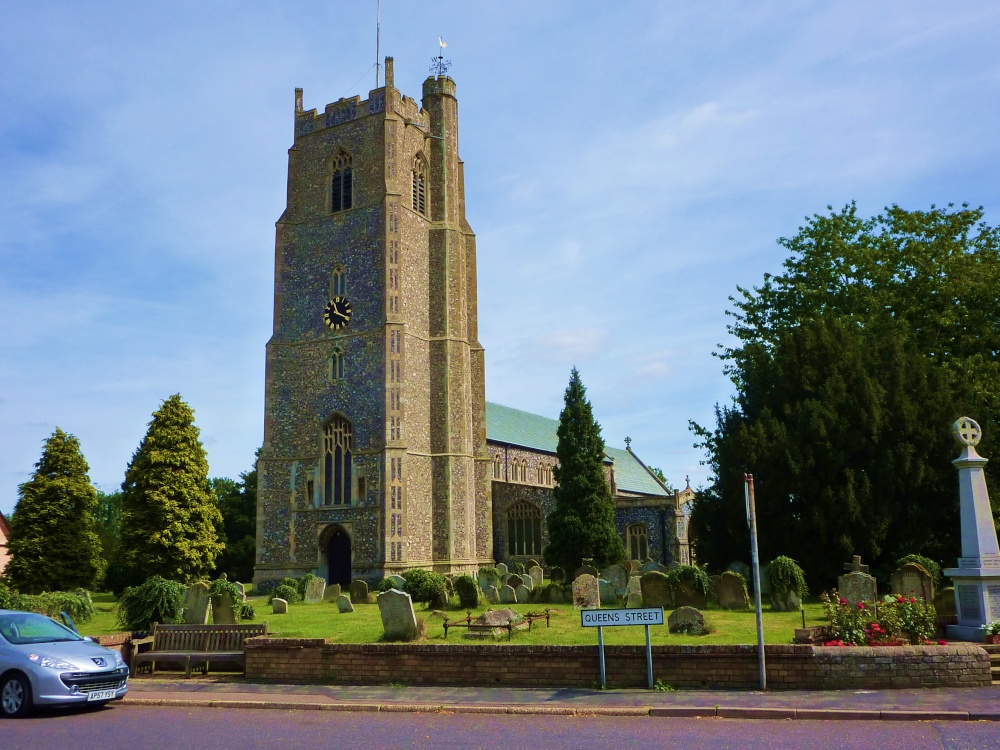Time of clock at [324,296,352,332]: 11:19
